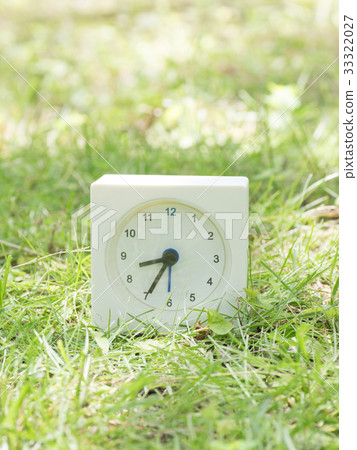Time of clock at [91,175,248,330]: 8:34
